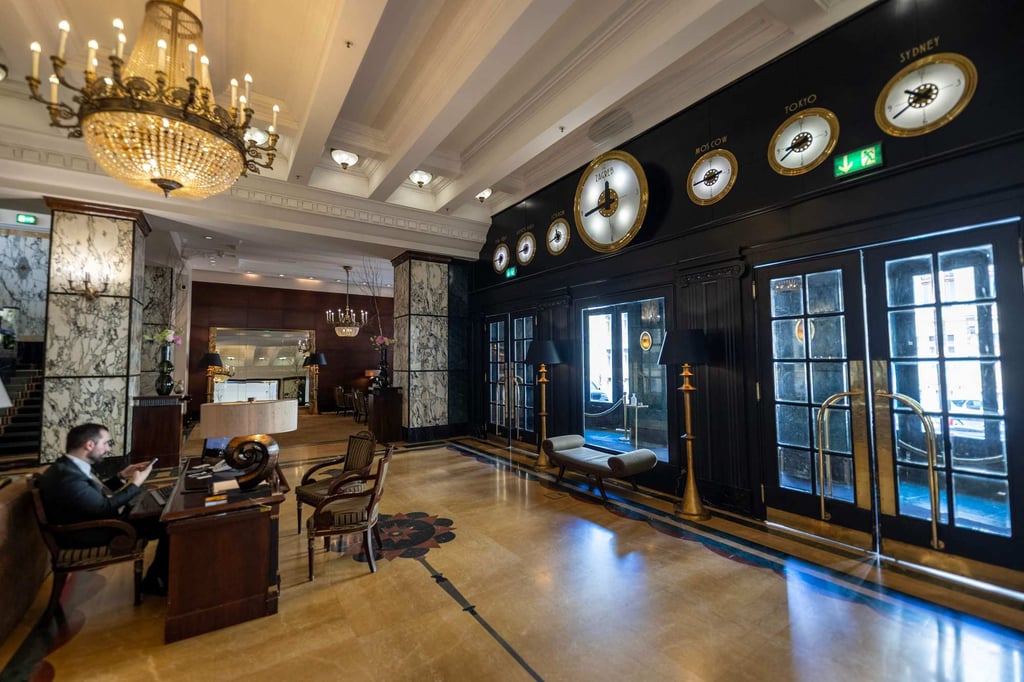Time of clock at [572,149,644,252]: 11:41
